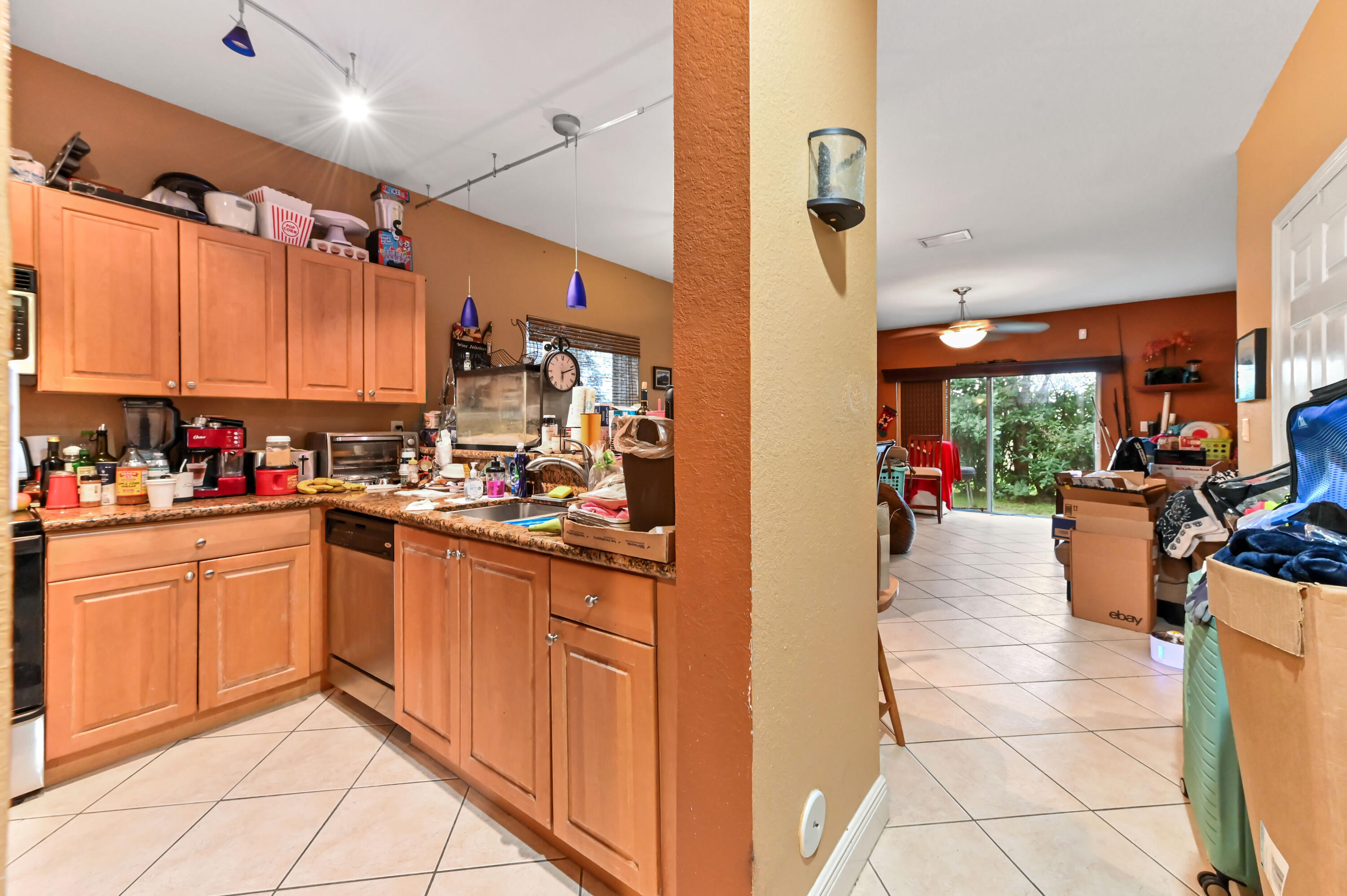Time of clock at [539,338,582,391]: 6:11
